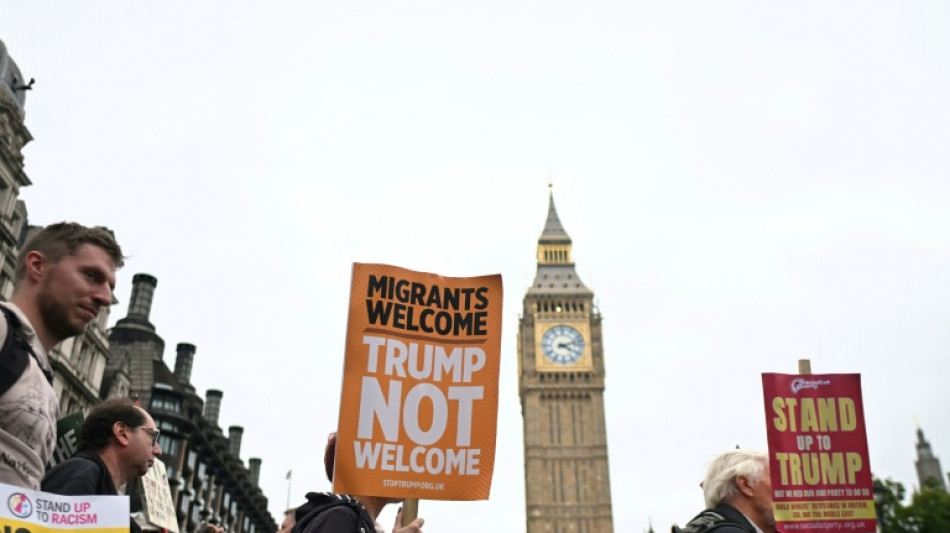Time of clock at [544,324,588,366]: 4:12
